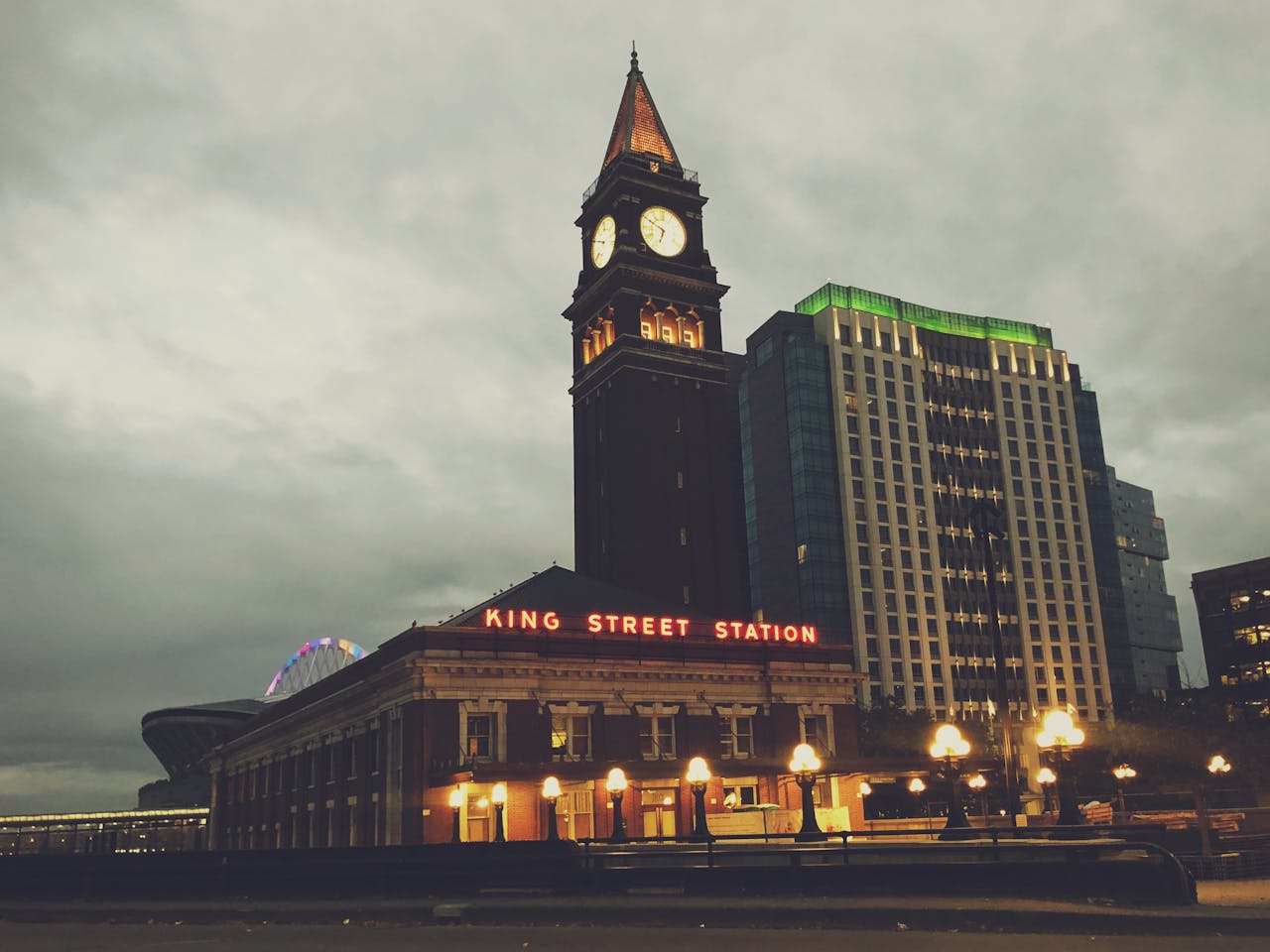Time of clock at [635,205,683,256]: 6:49
